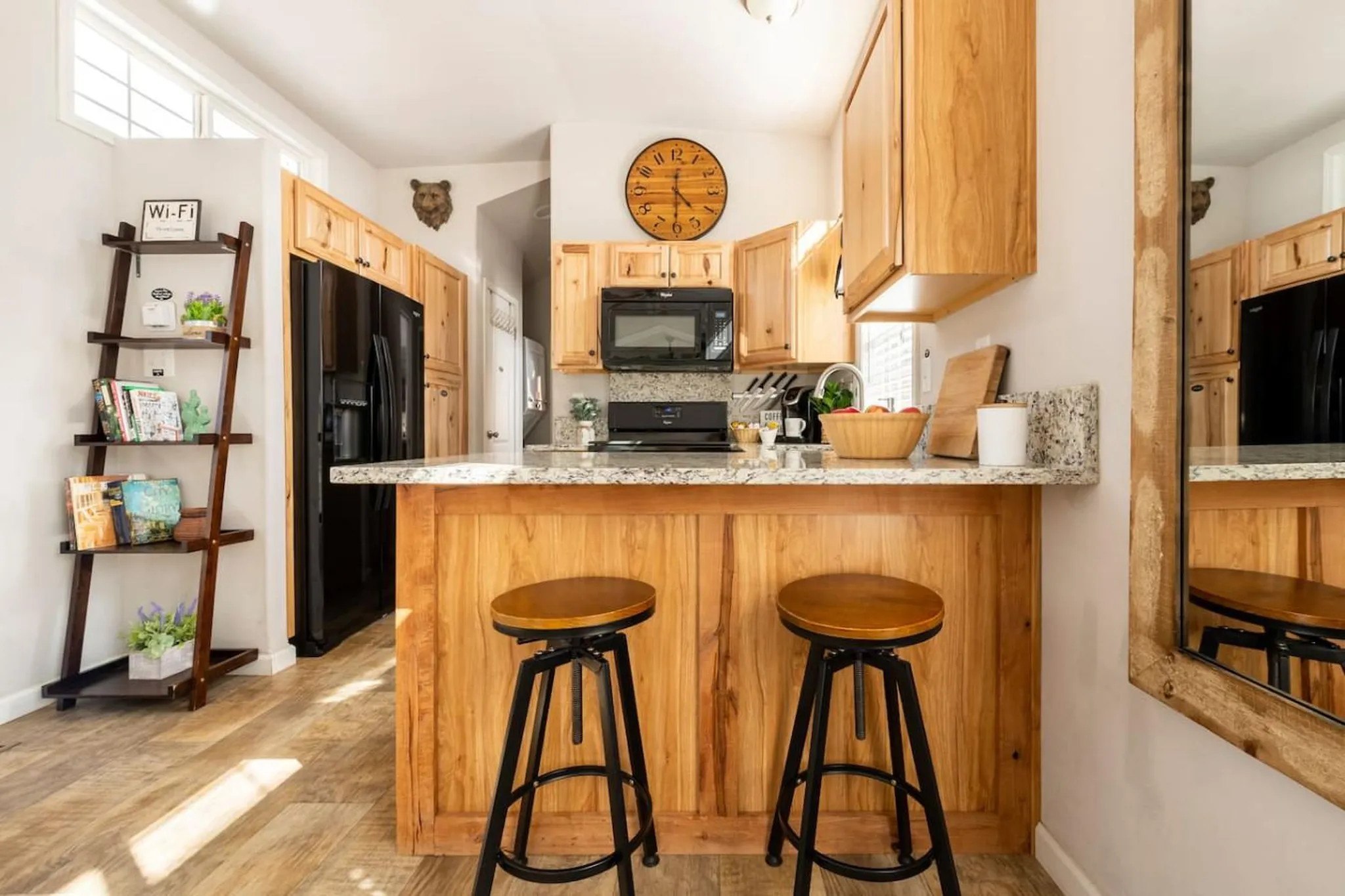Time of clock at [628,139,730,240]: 4:30
